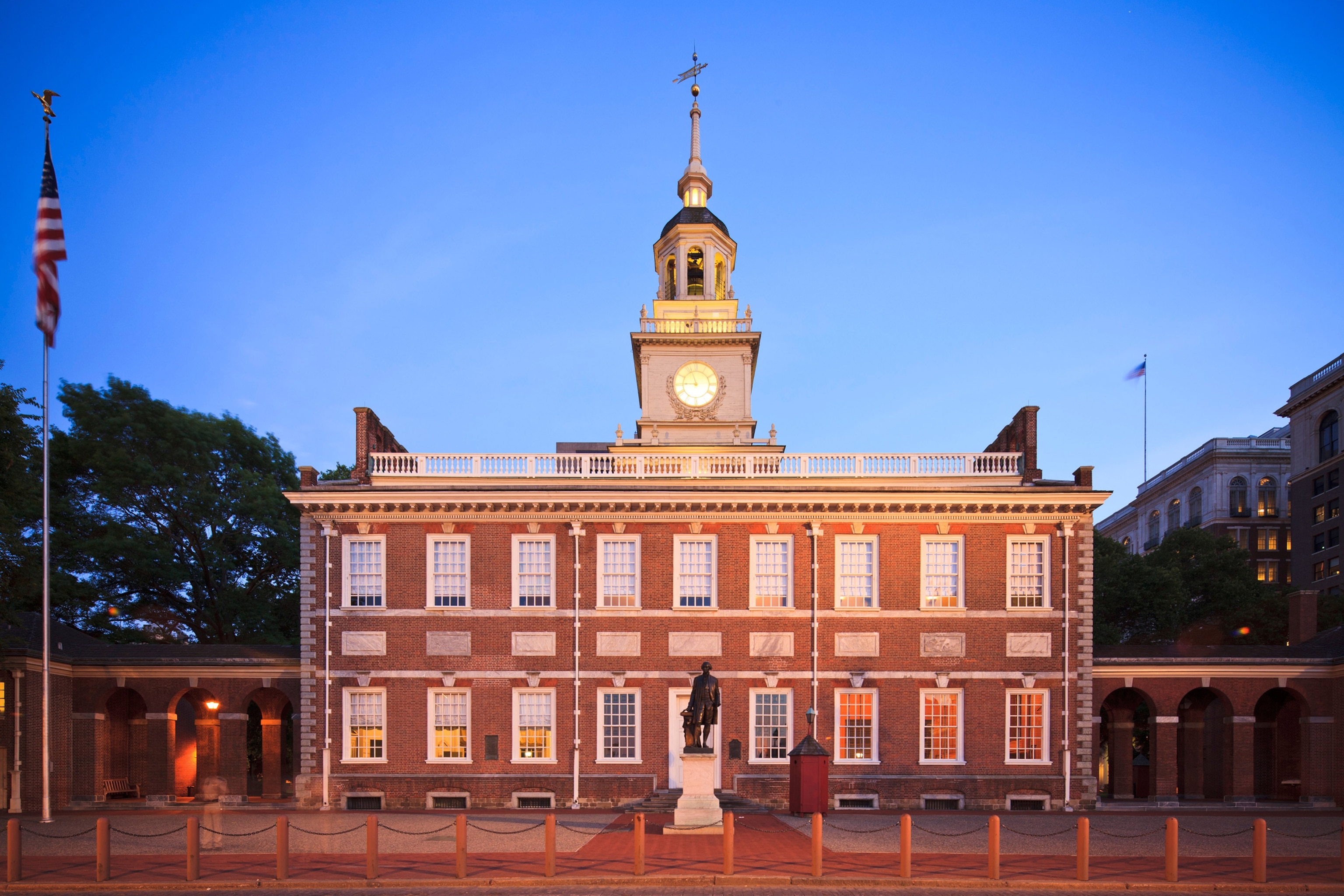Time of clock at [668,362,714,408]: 8:56
